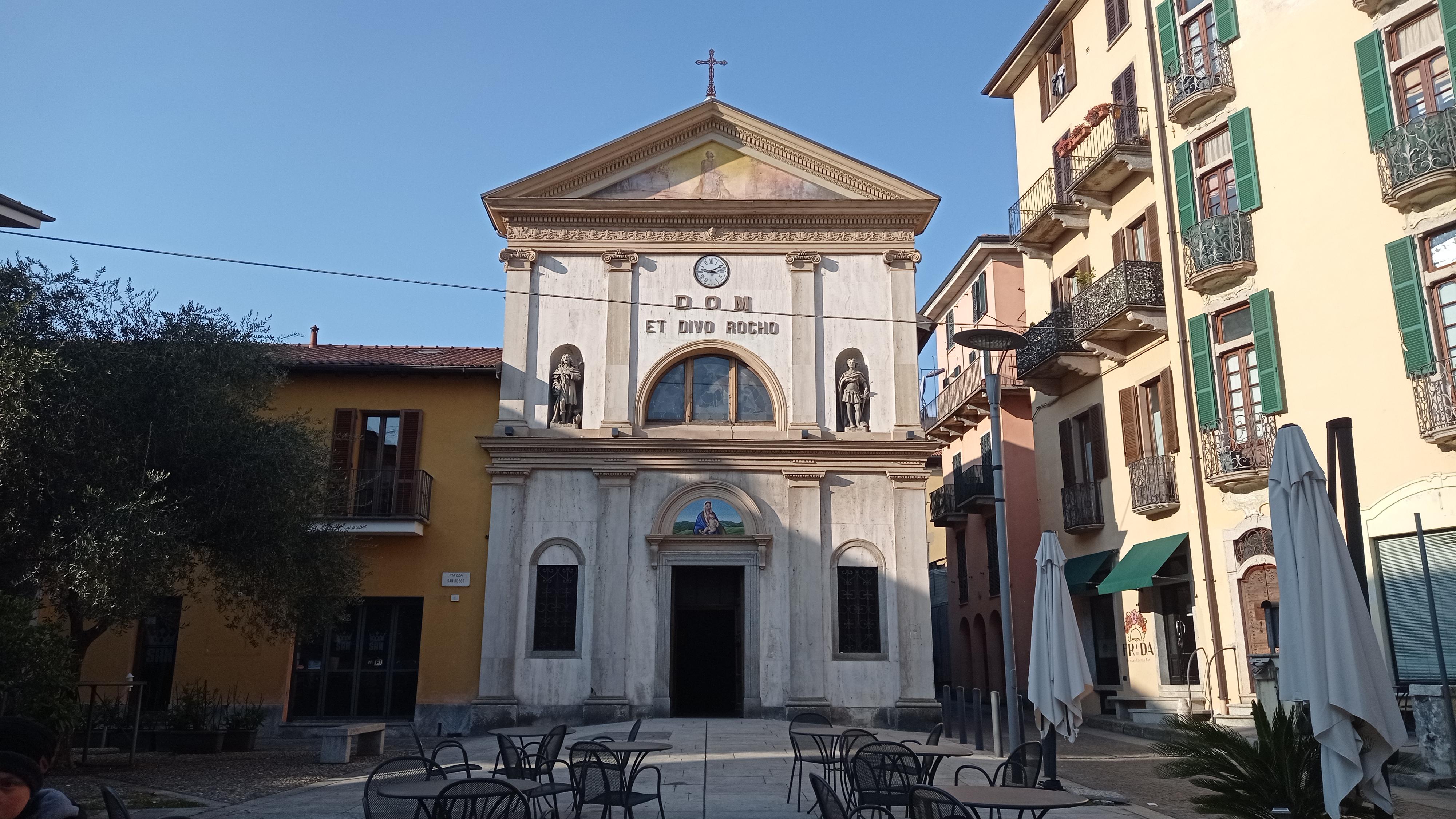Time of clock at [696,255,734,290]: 9:09
